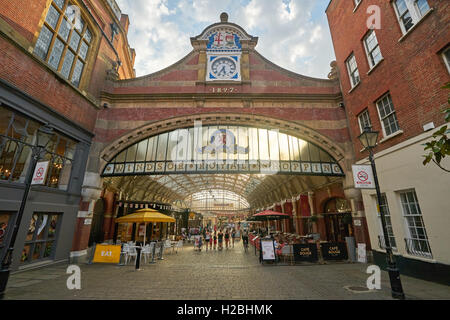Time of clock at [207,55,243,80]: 5:35
